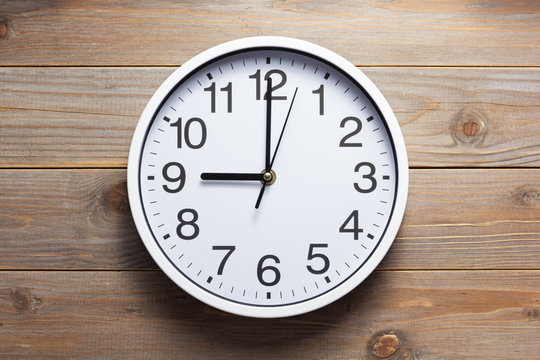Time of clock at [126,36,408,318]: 9:00
